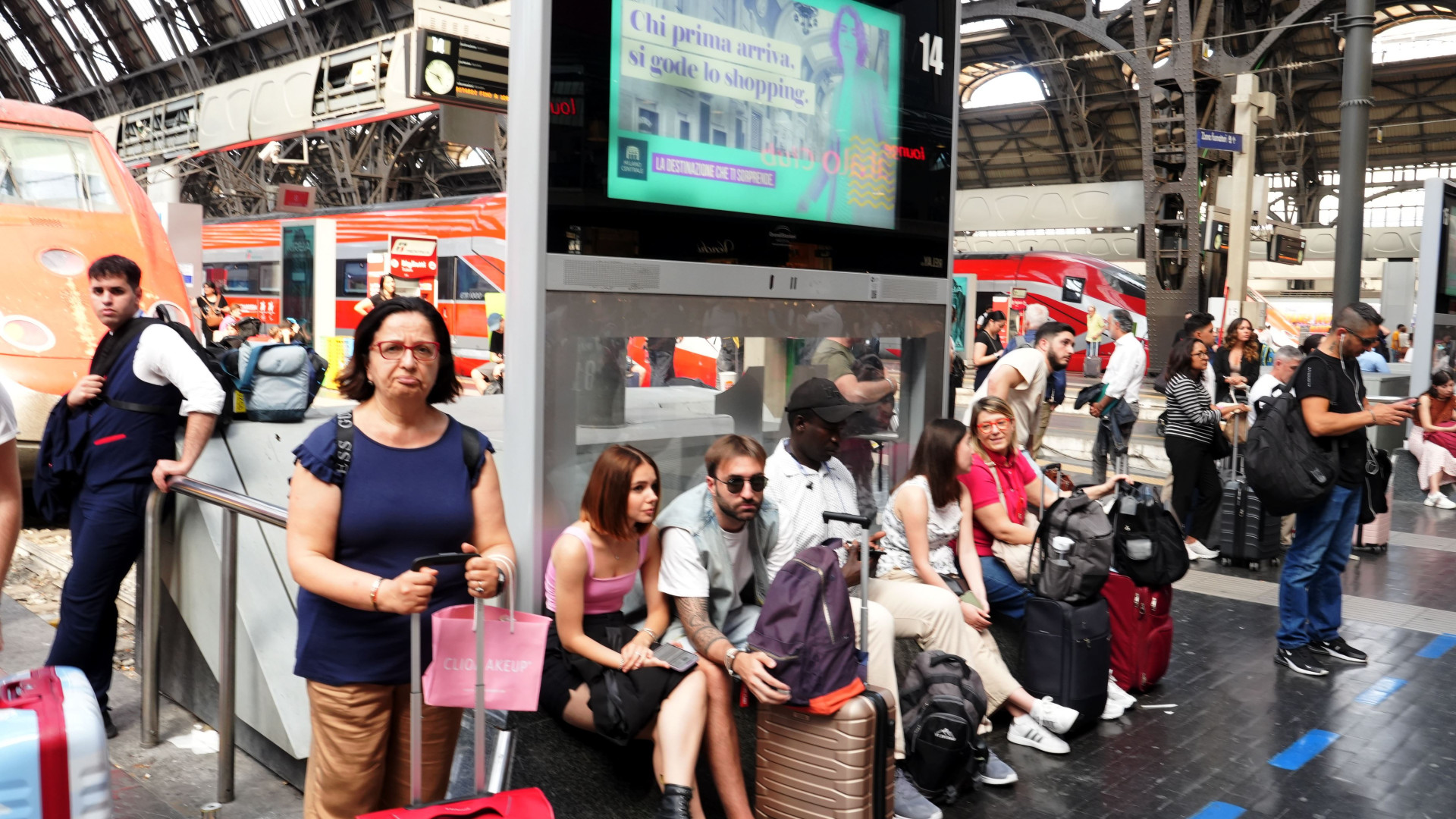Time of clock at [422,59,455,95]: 4:47
